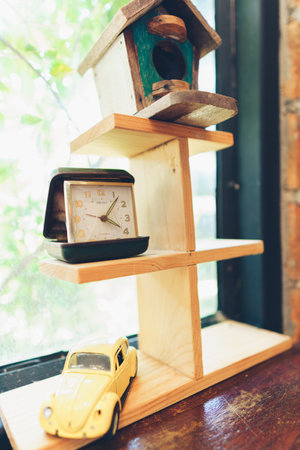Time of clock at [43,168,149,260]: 4:06
